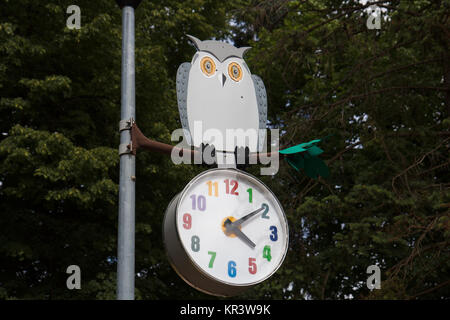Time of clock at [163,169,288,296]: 4:09
